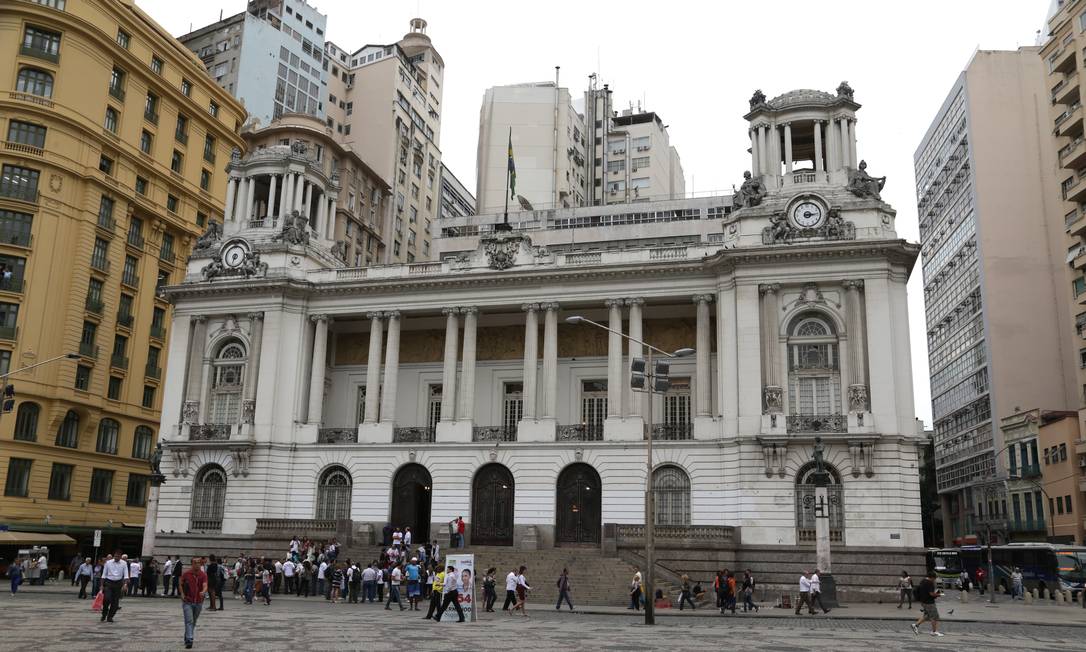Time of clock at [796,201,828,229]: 3:14
